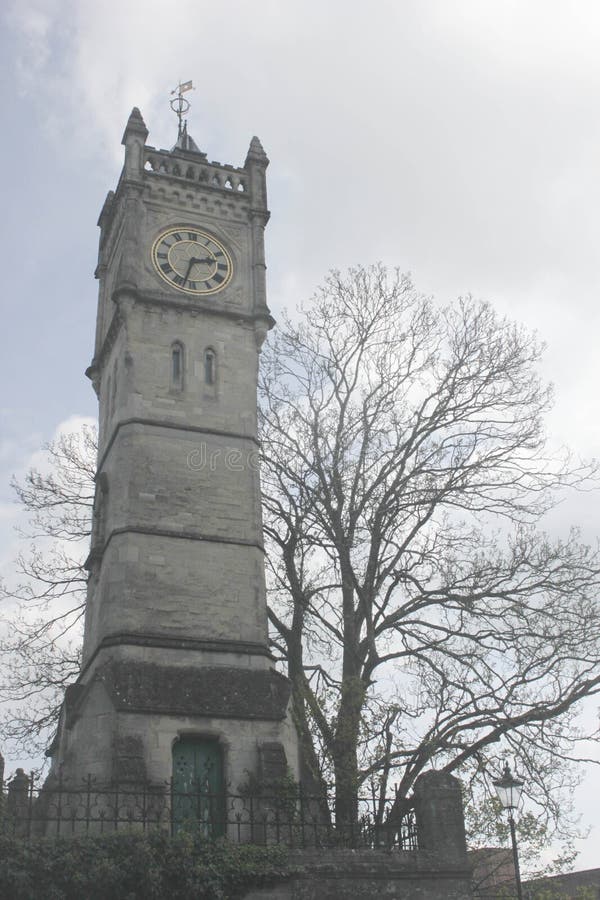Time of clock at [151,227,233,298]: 2:33
